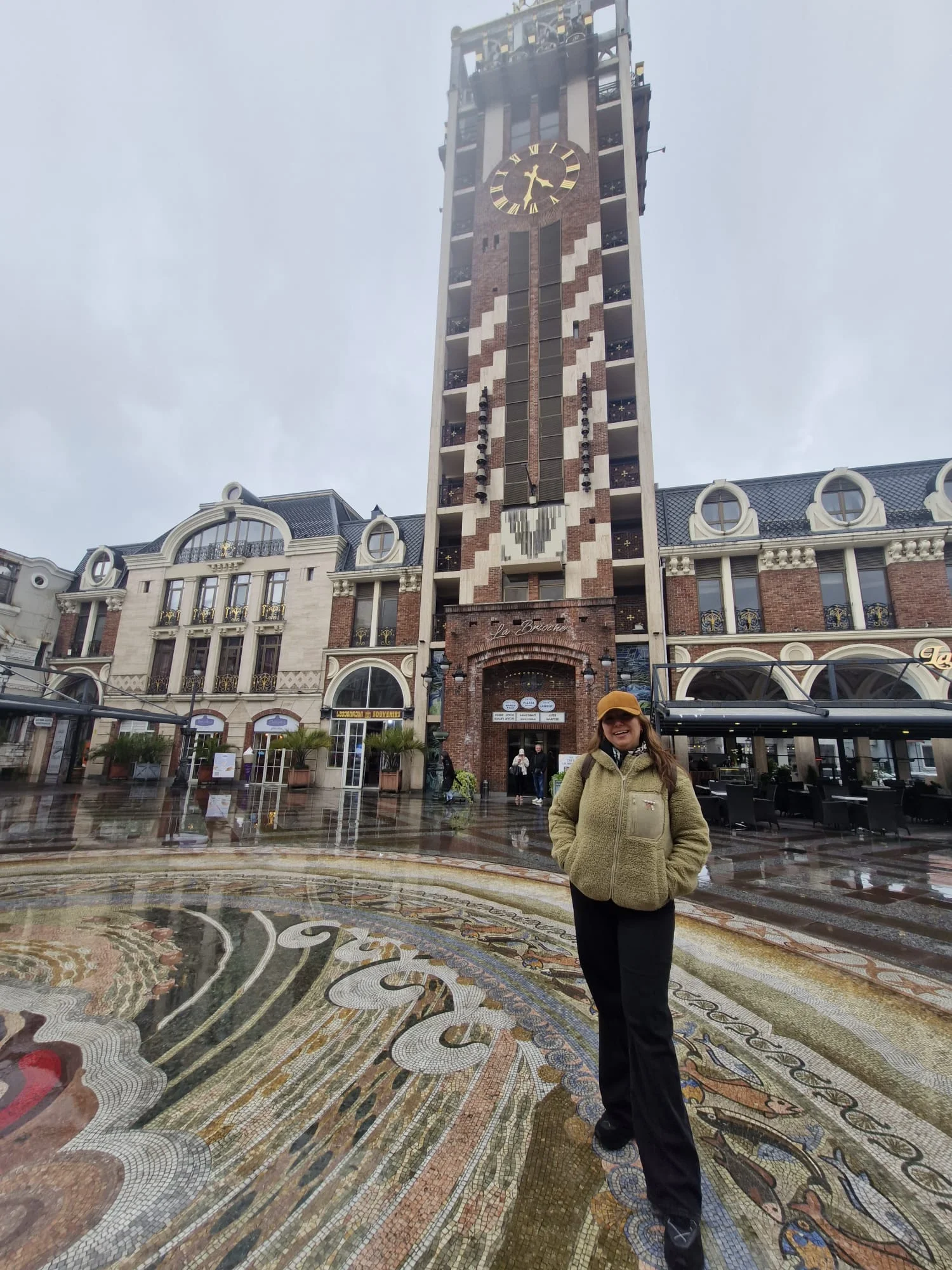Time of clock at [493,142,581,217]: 4:32
